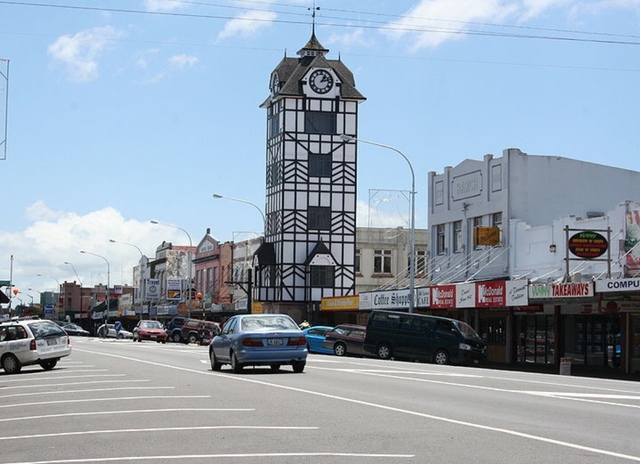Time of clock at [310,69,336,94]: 1:12
